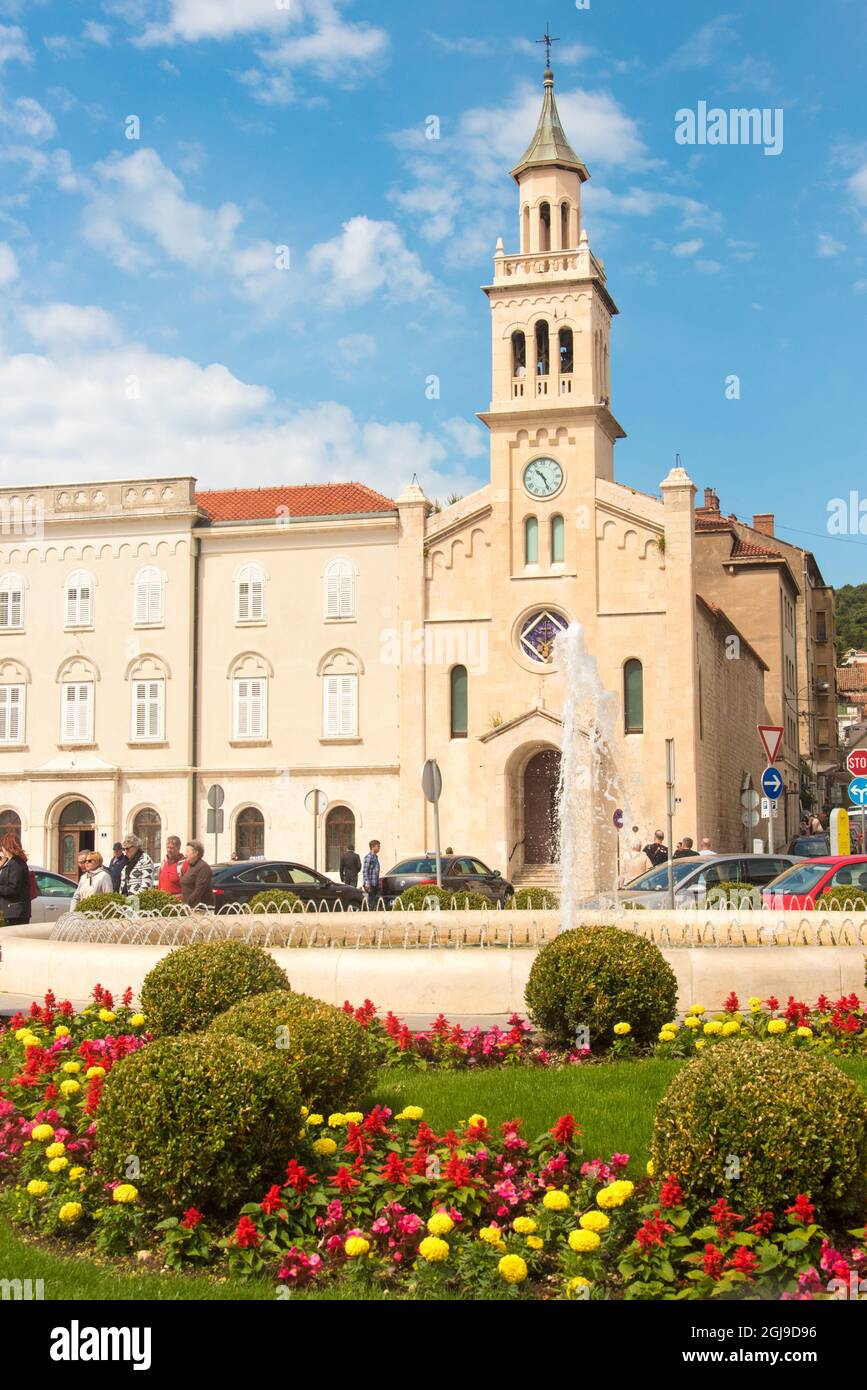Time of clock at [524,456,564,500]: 10:26
